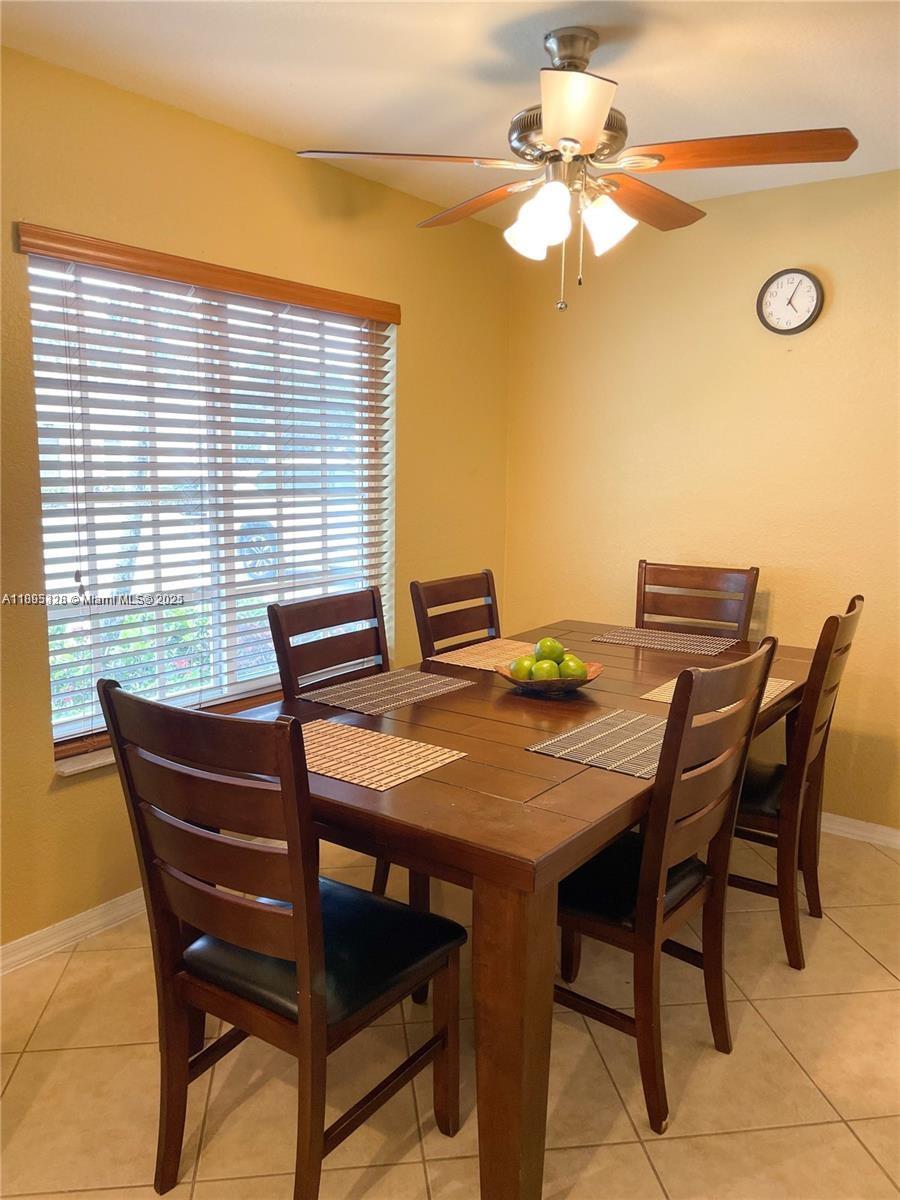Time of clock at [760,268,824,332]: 5:04
